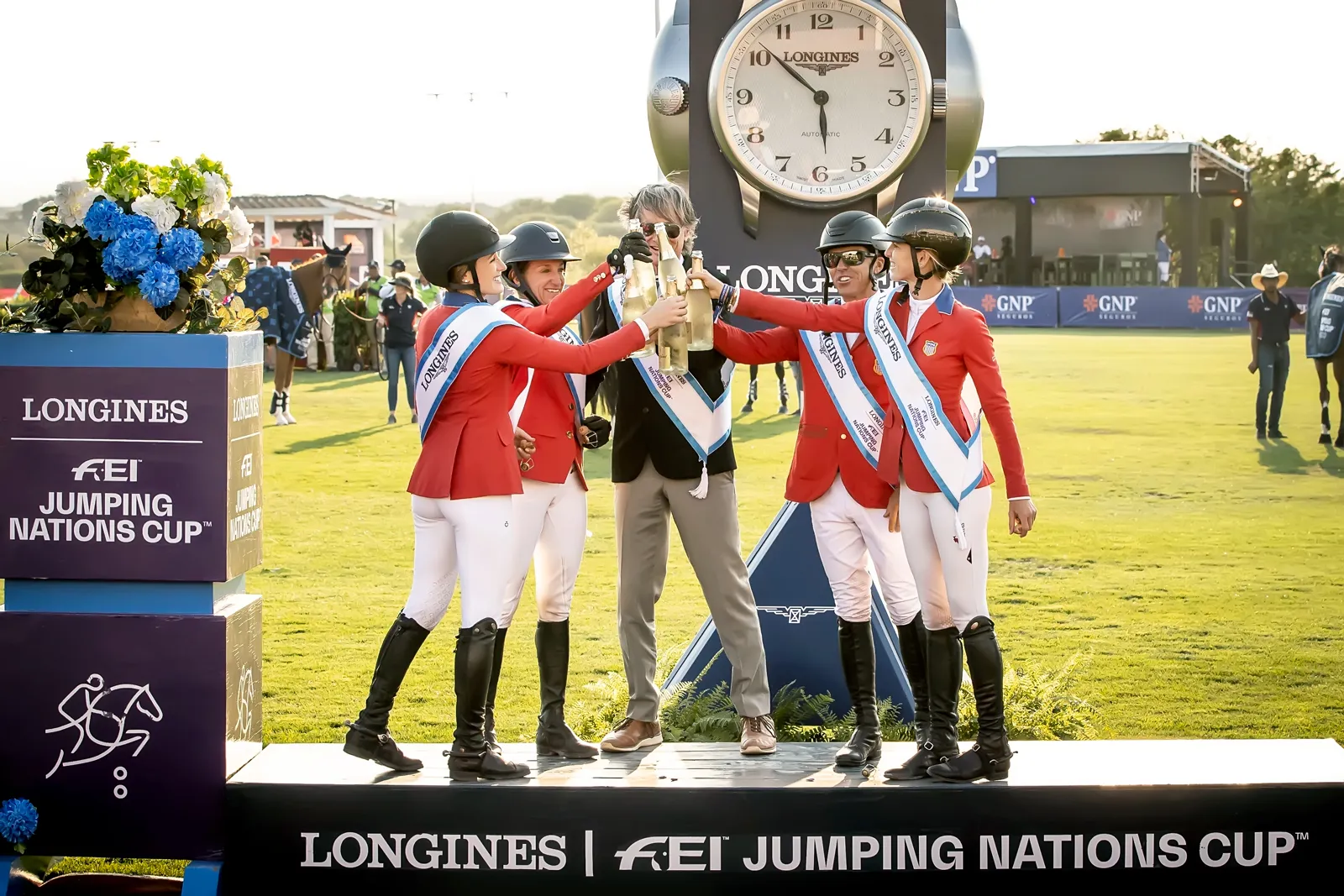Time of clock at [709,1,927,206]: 5:51
